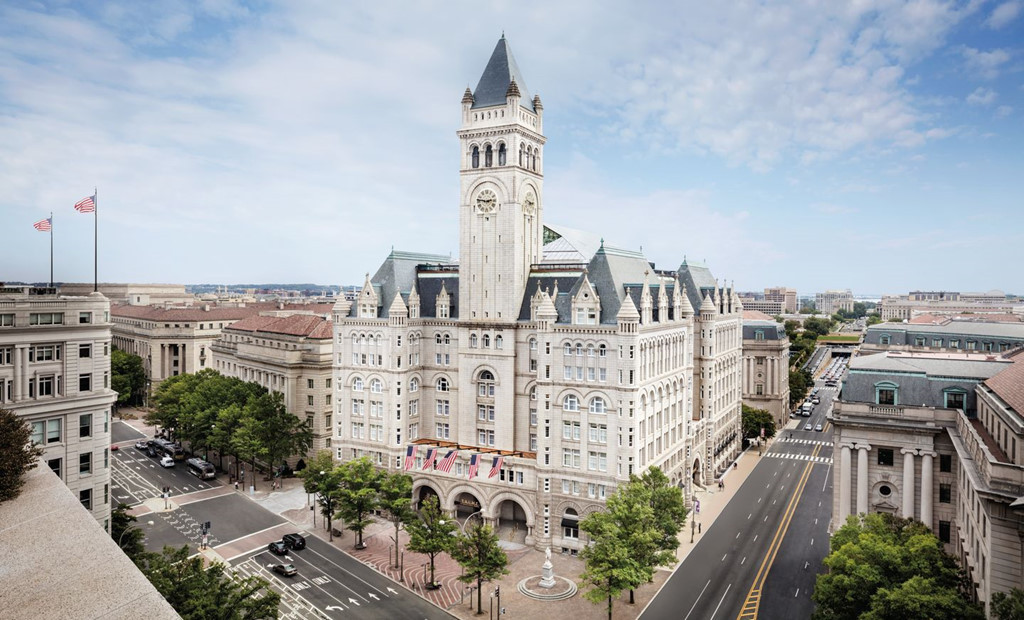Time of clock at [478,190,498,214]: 2:46
